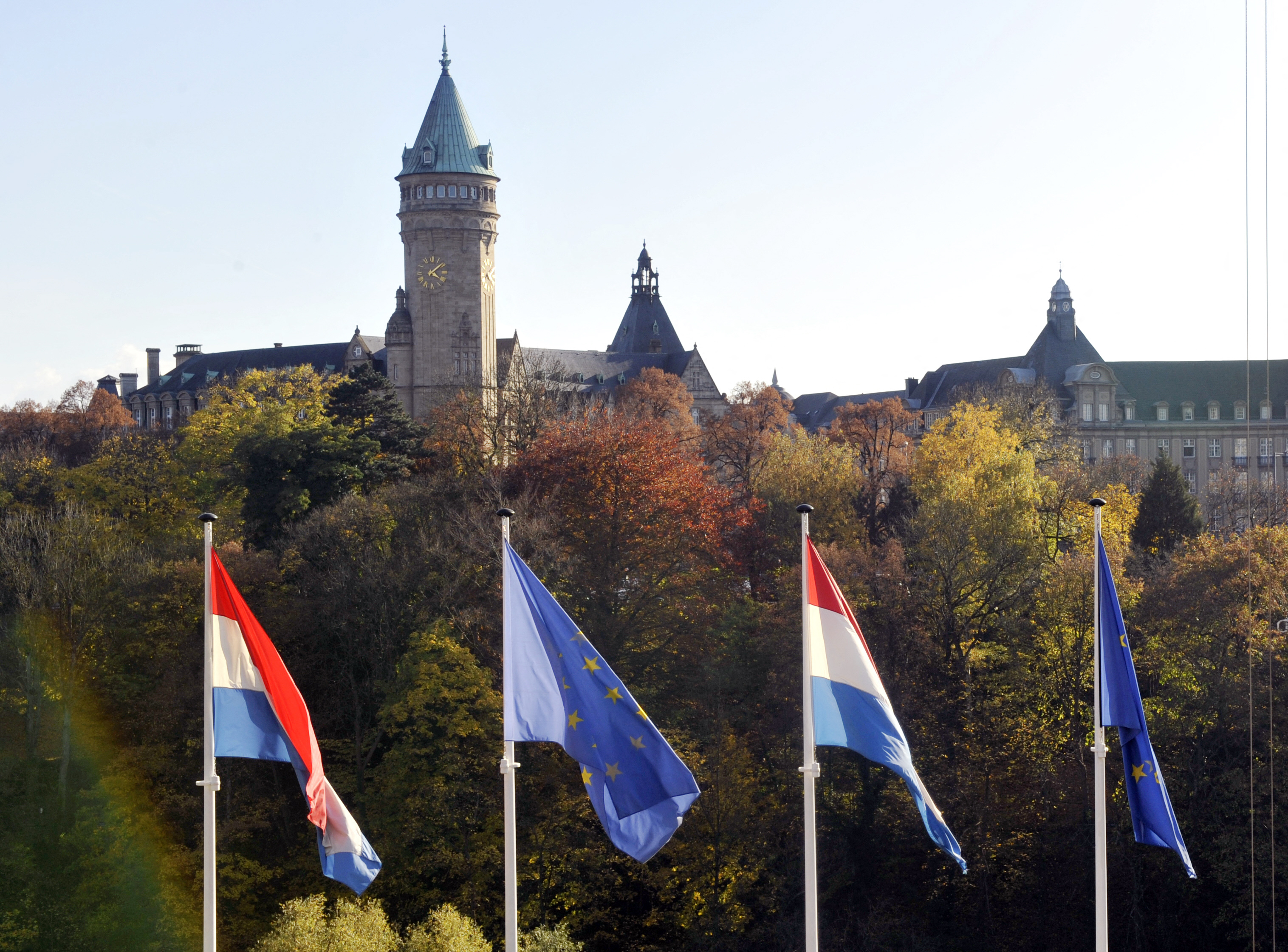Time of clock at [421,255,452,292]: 4:08
